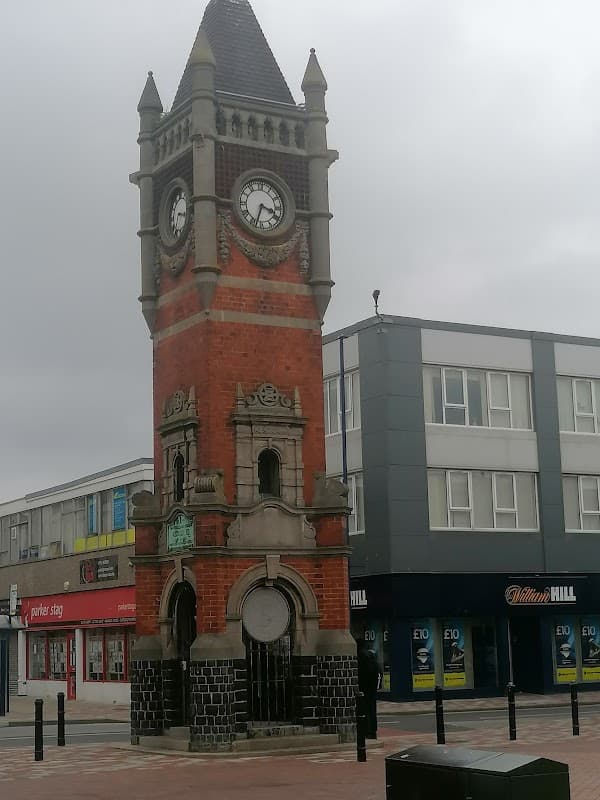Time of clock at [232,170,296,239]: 3:33
